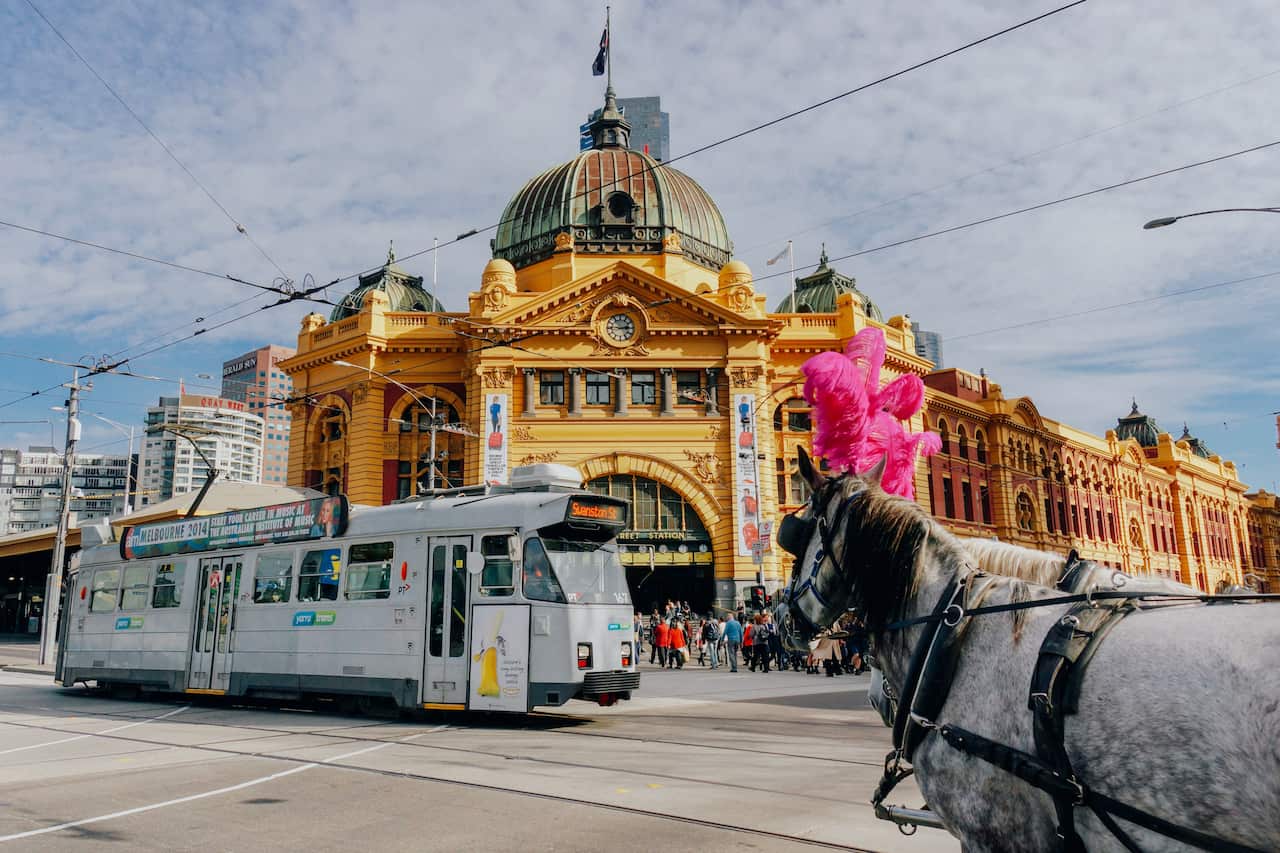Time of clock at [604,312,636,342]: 2:45
